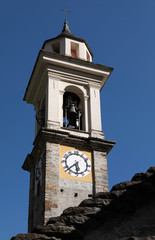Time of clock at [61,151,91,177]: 5:37
